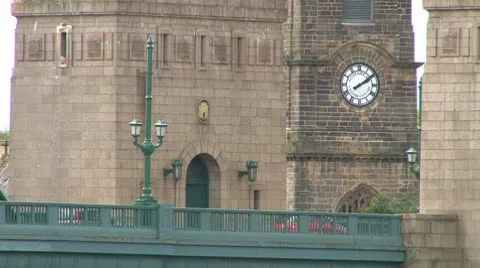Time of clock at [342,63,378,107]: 2:09
